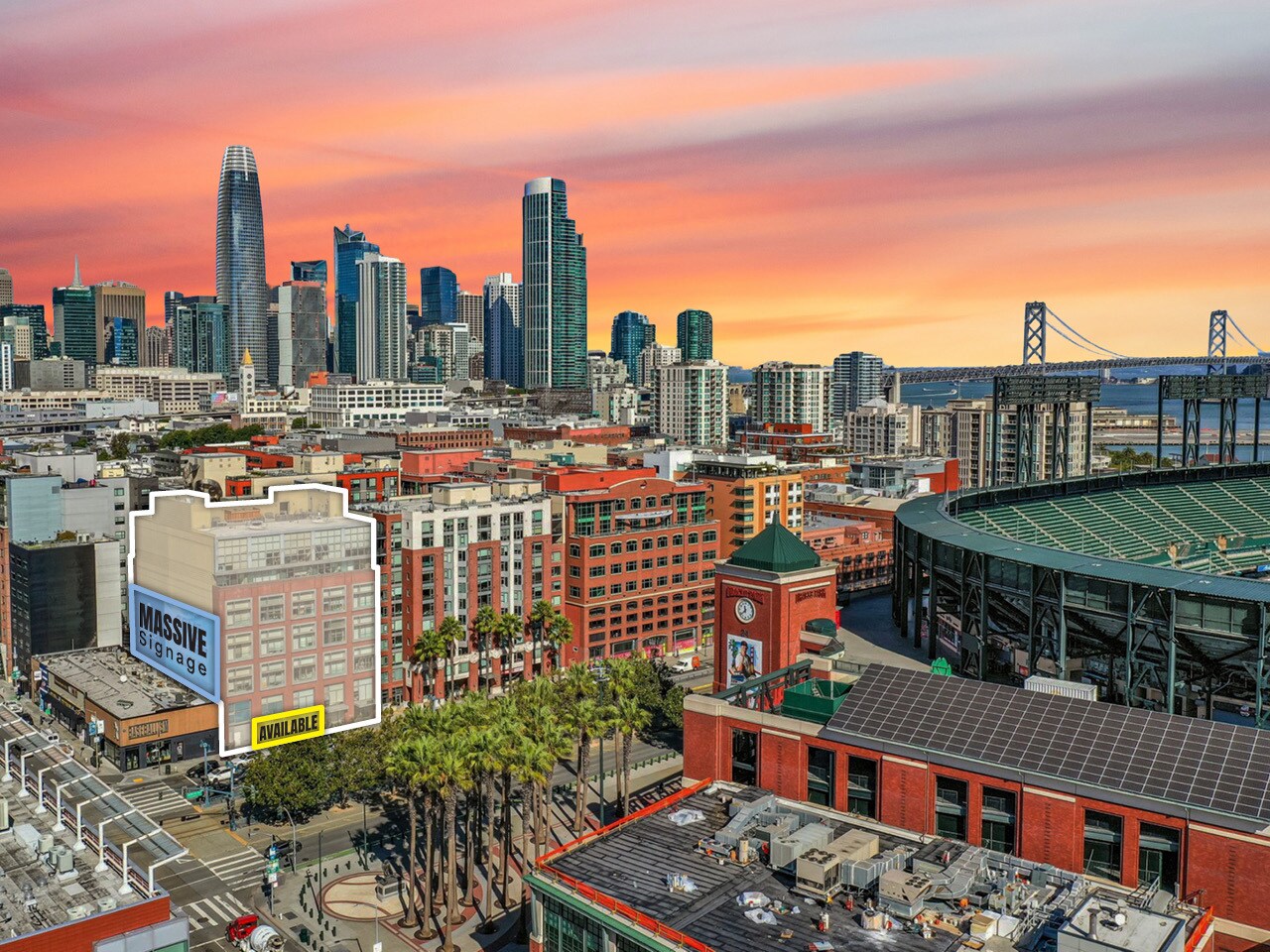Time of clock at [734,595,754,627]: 11:38
